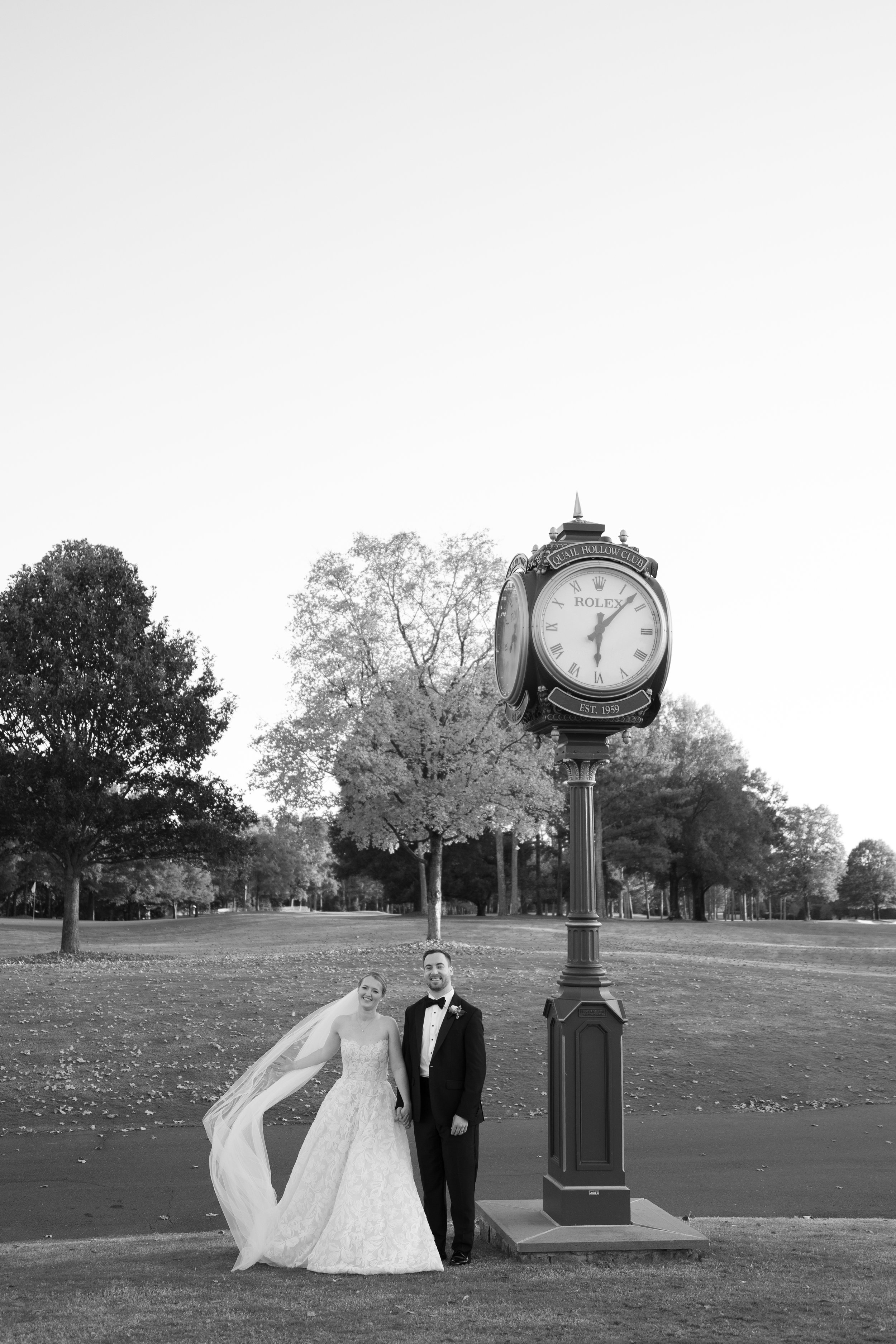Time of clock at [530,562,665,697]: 6:07
